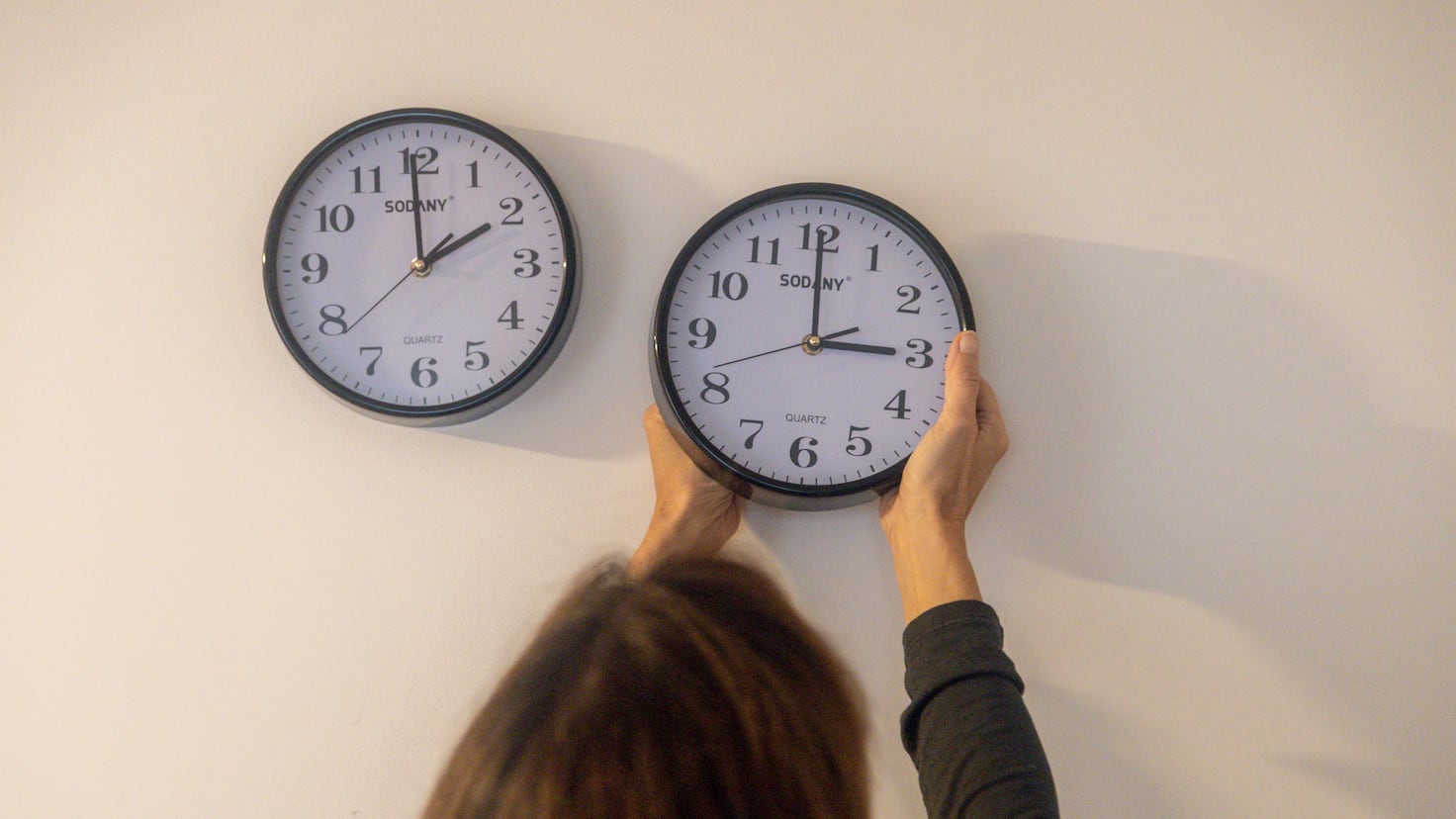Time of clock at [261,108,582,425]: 1:59
